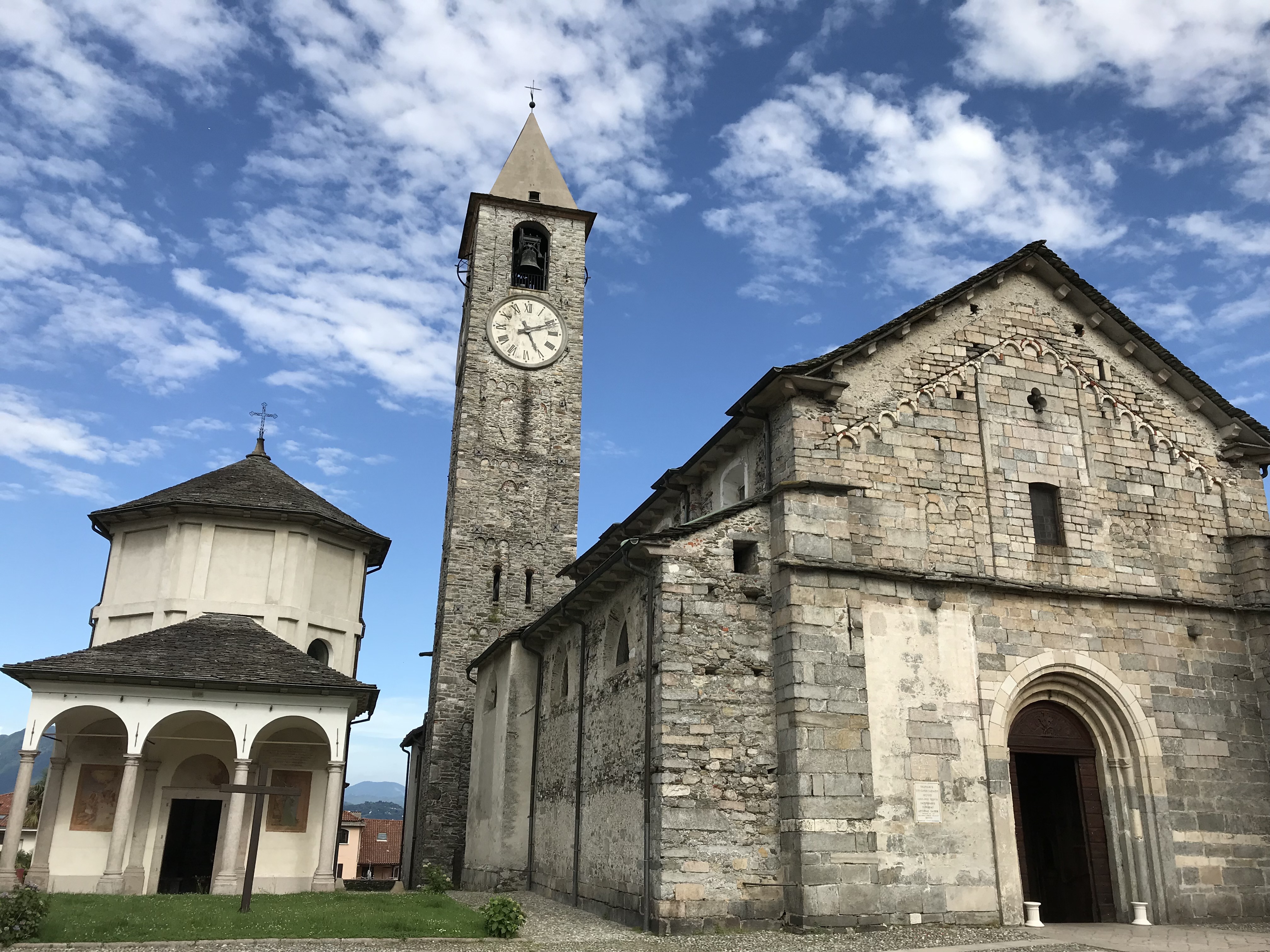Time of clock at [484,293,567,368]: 5:11
